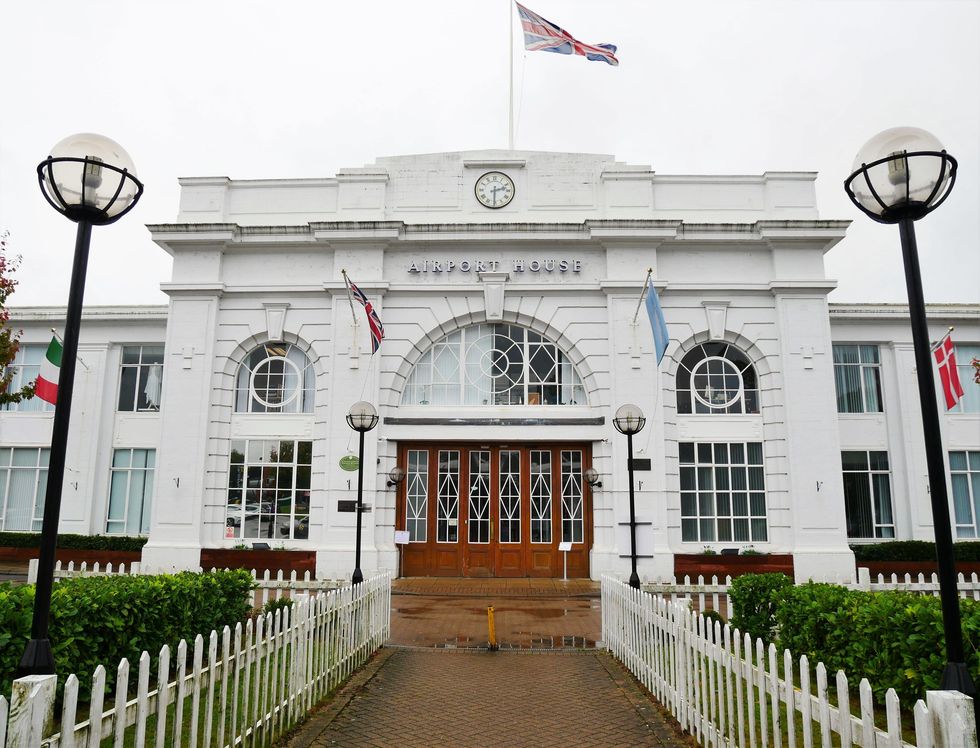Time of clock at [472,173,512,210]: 2:30
